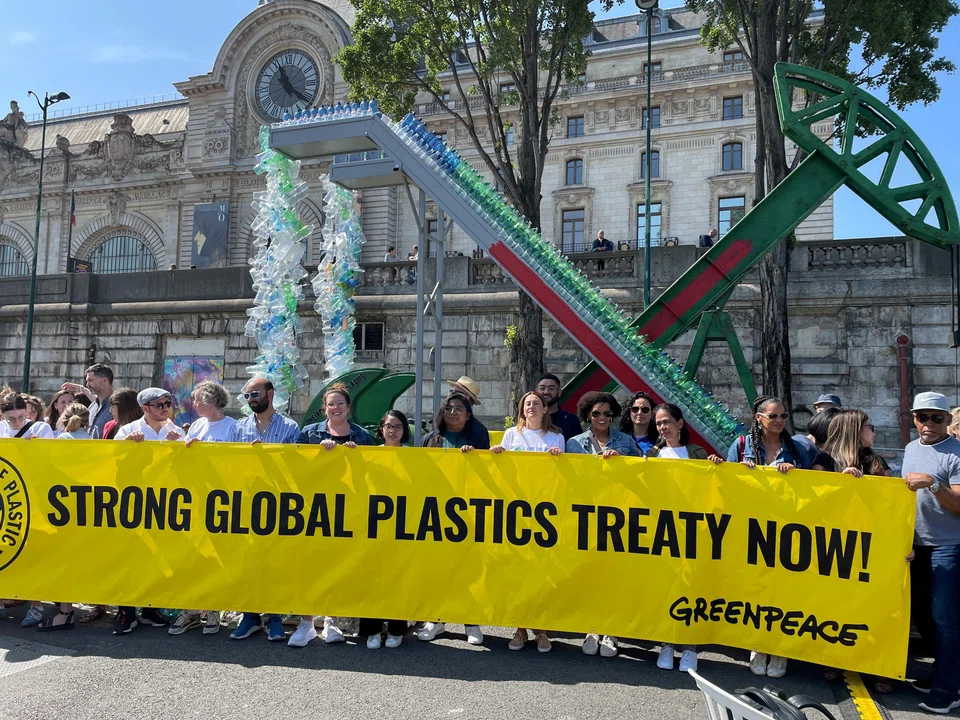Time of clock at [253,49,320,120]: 11:21
